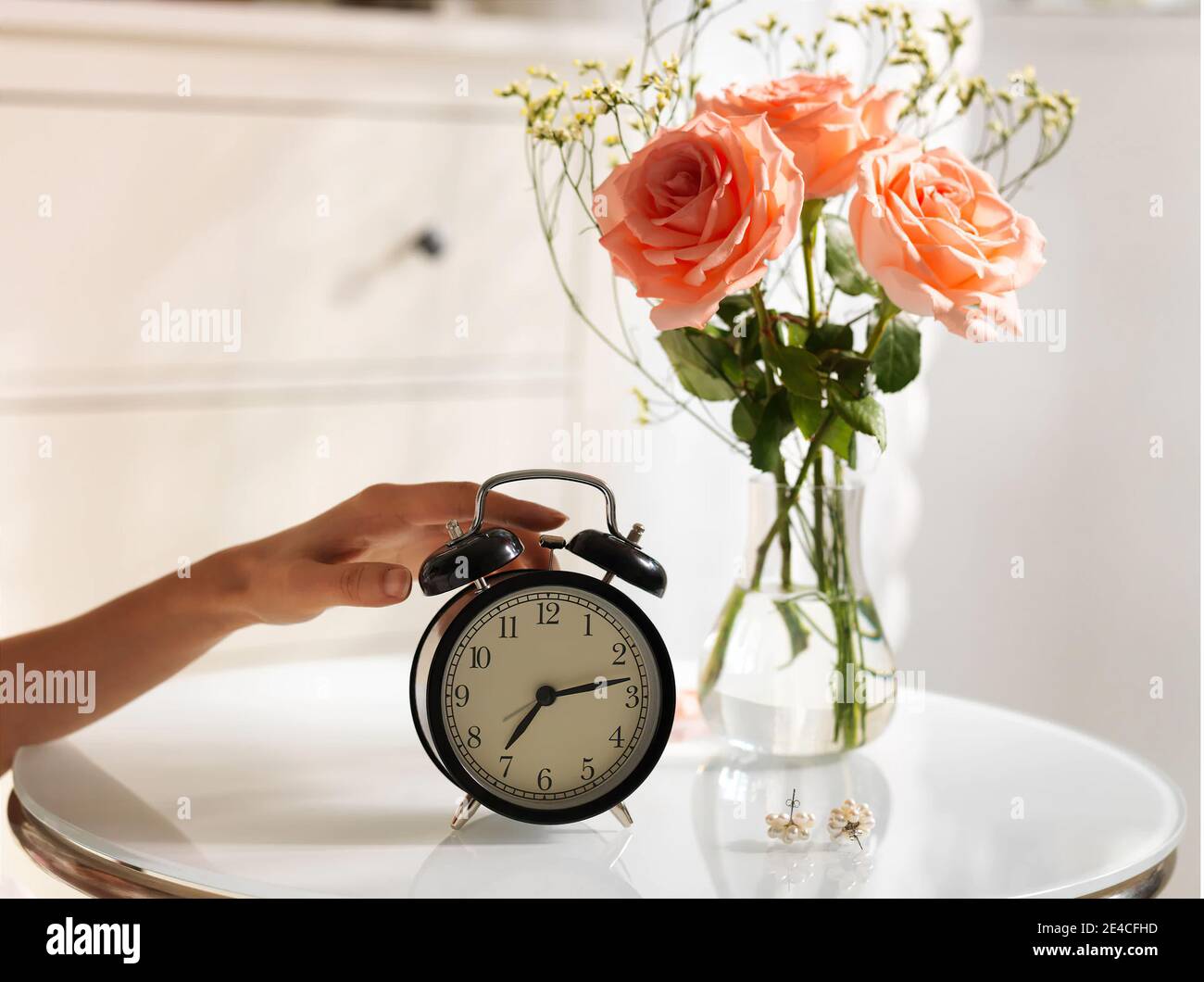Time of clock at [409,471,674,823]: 7:13
